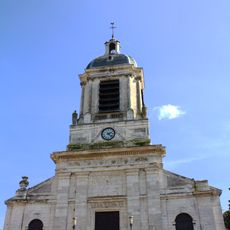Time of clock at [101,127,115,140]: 2:22
